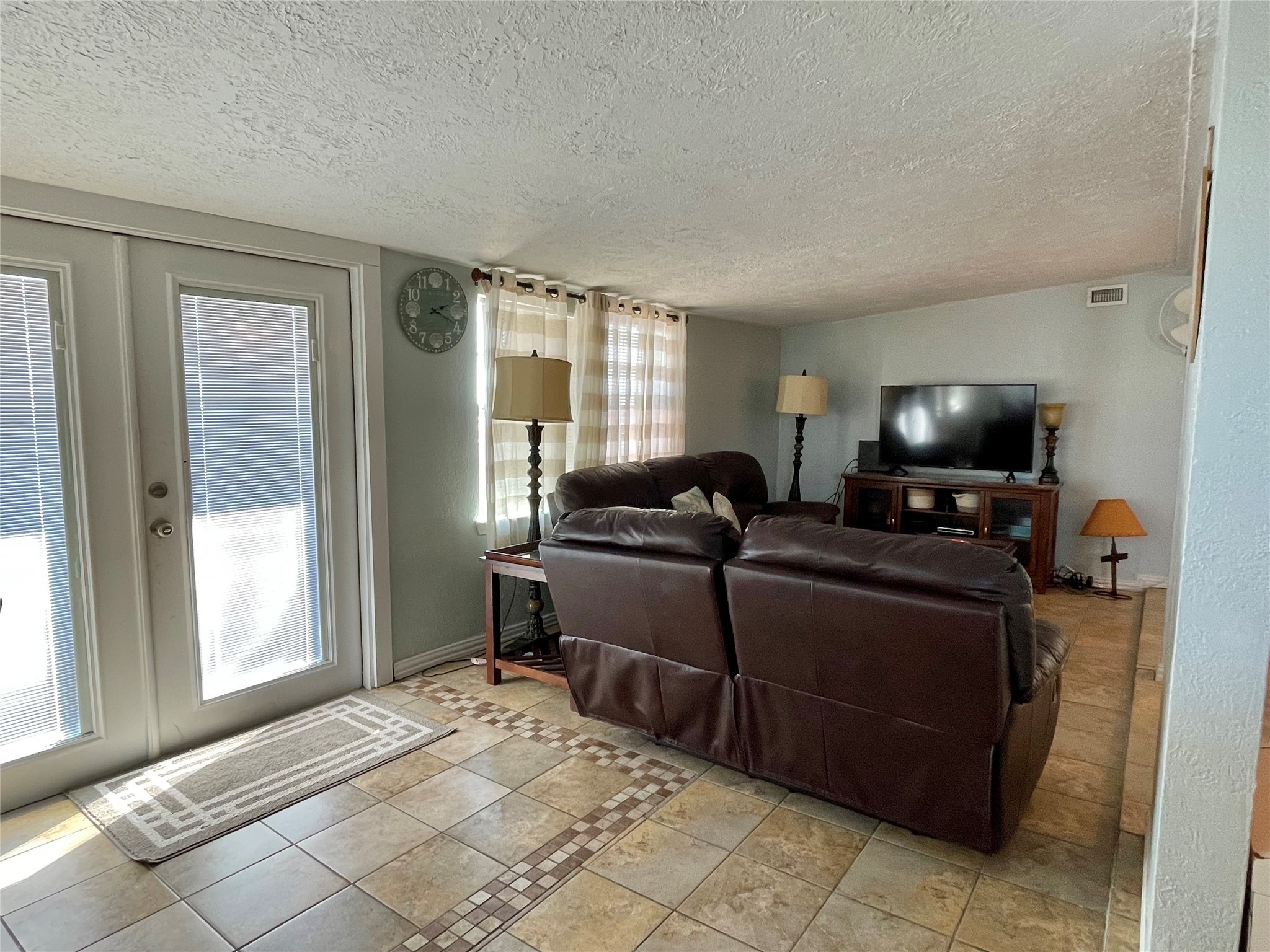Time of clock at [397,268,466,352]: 2:18
